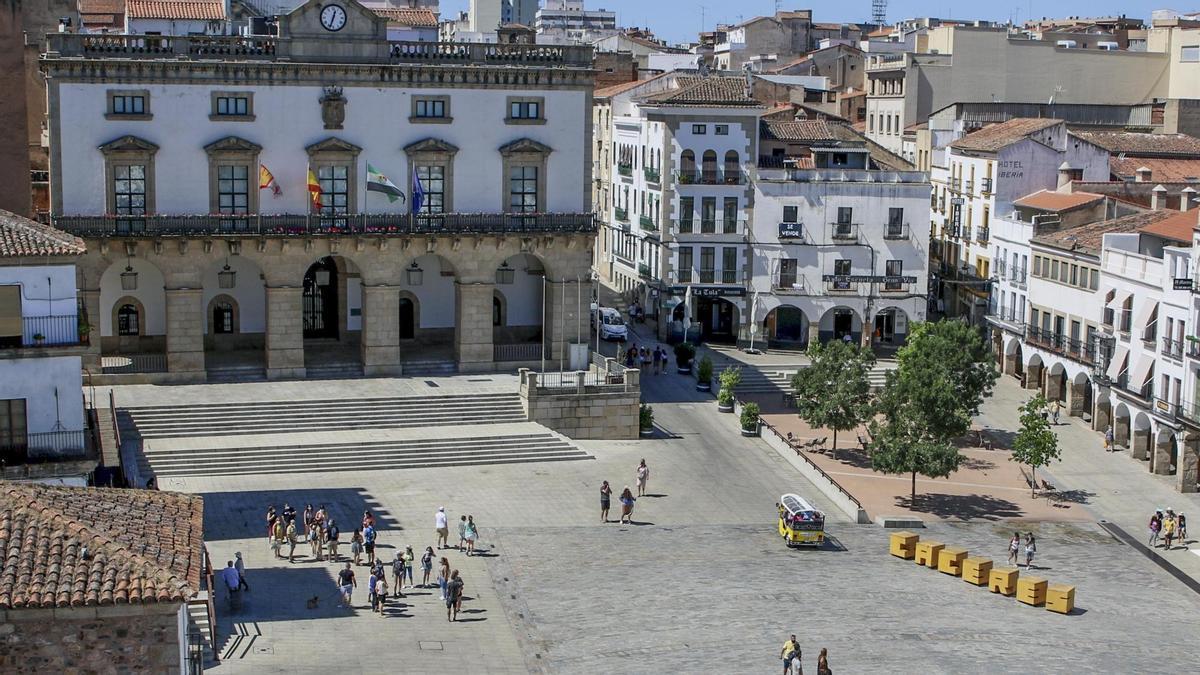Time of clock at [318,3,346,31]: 12:33
